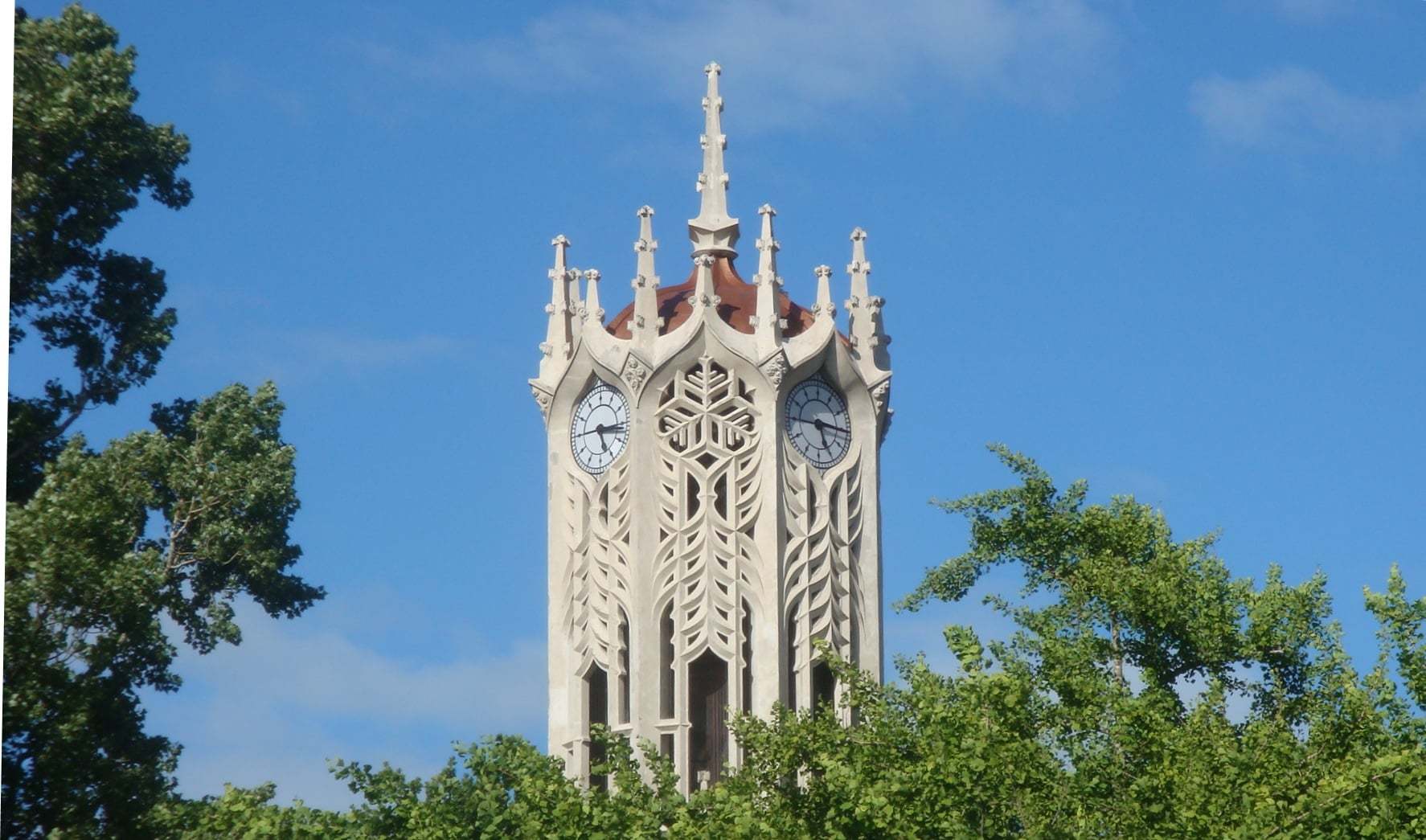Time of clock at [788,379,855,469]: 5:15
